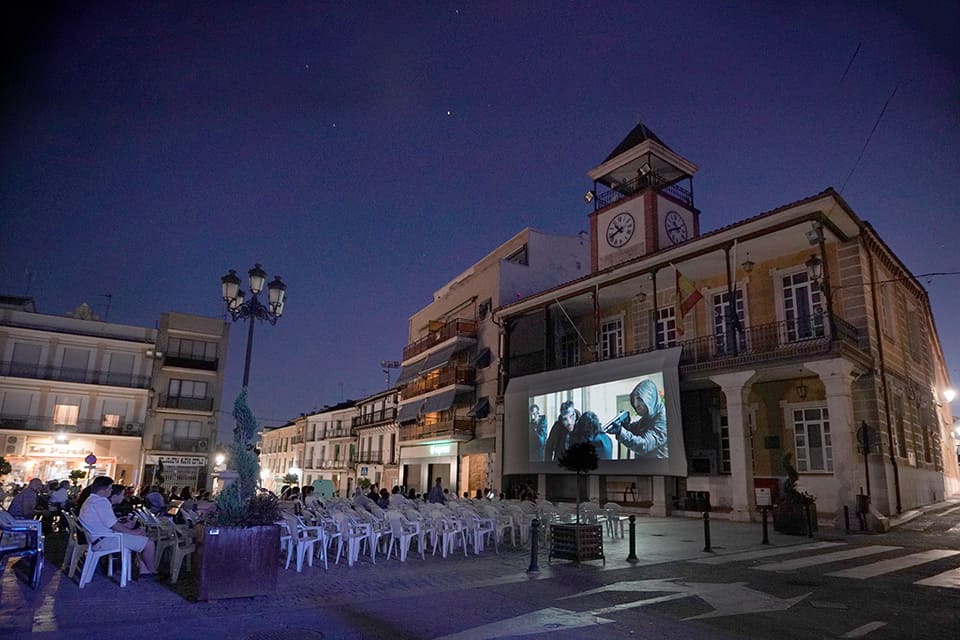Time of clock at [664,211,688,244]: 10:41
